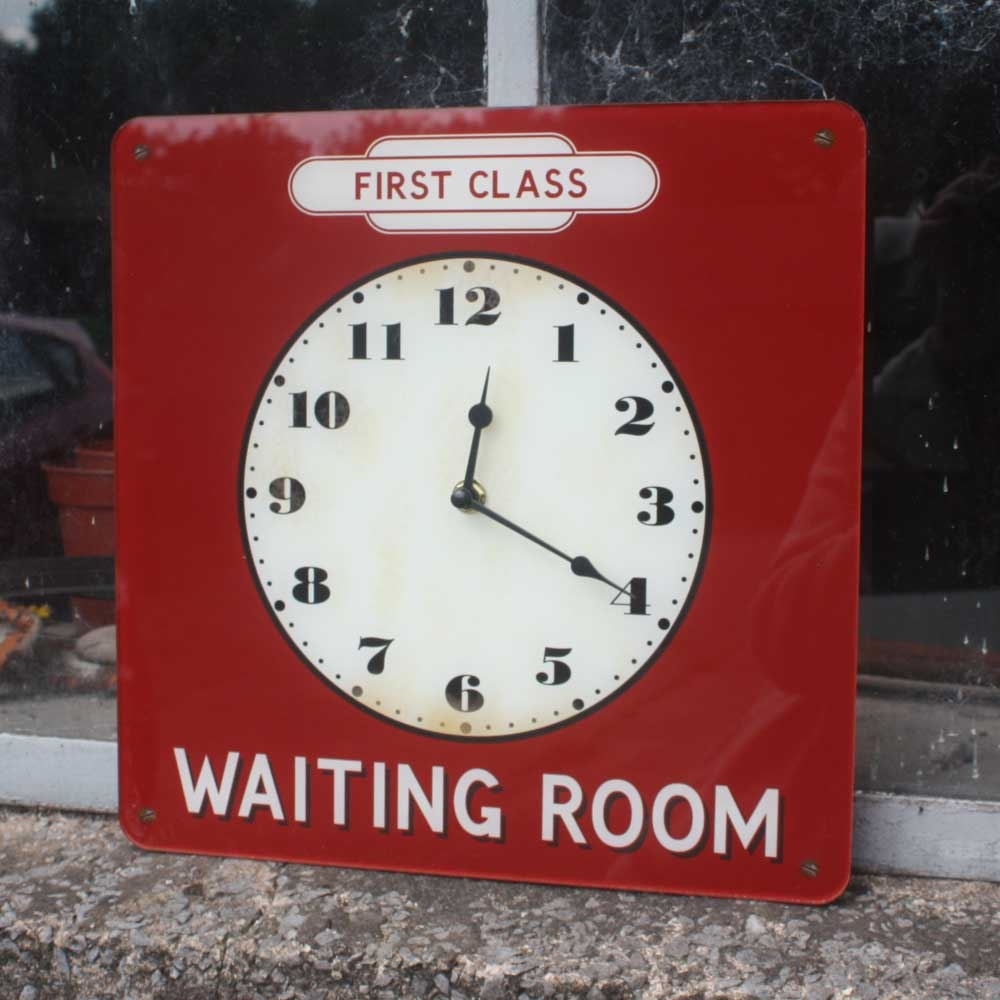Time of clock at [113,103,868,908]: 12:19
